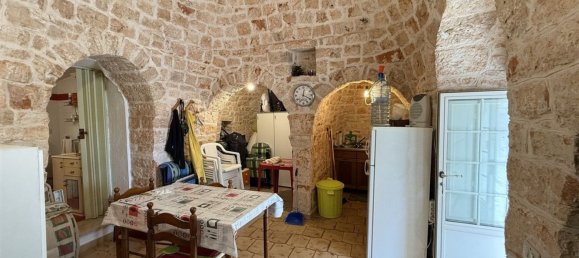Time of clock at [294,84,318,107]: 12:19
